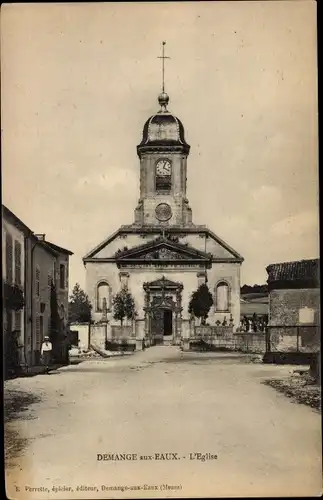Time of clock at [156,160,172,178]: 4:03
